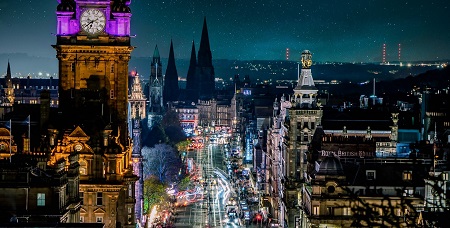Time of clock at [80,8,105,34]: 6:39
